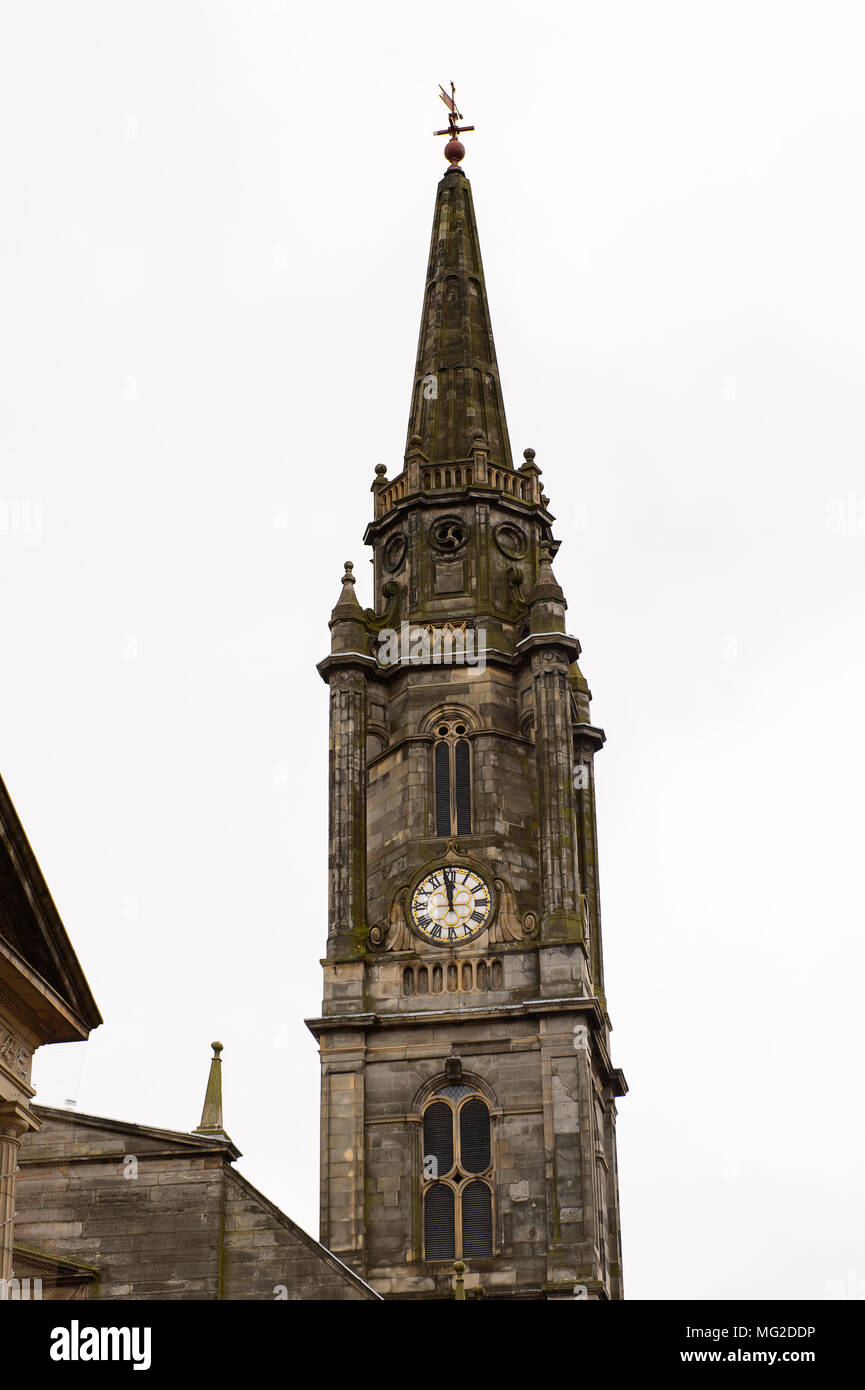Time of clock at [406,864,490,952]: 11:58
